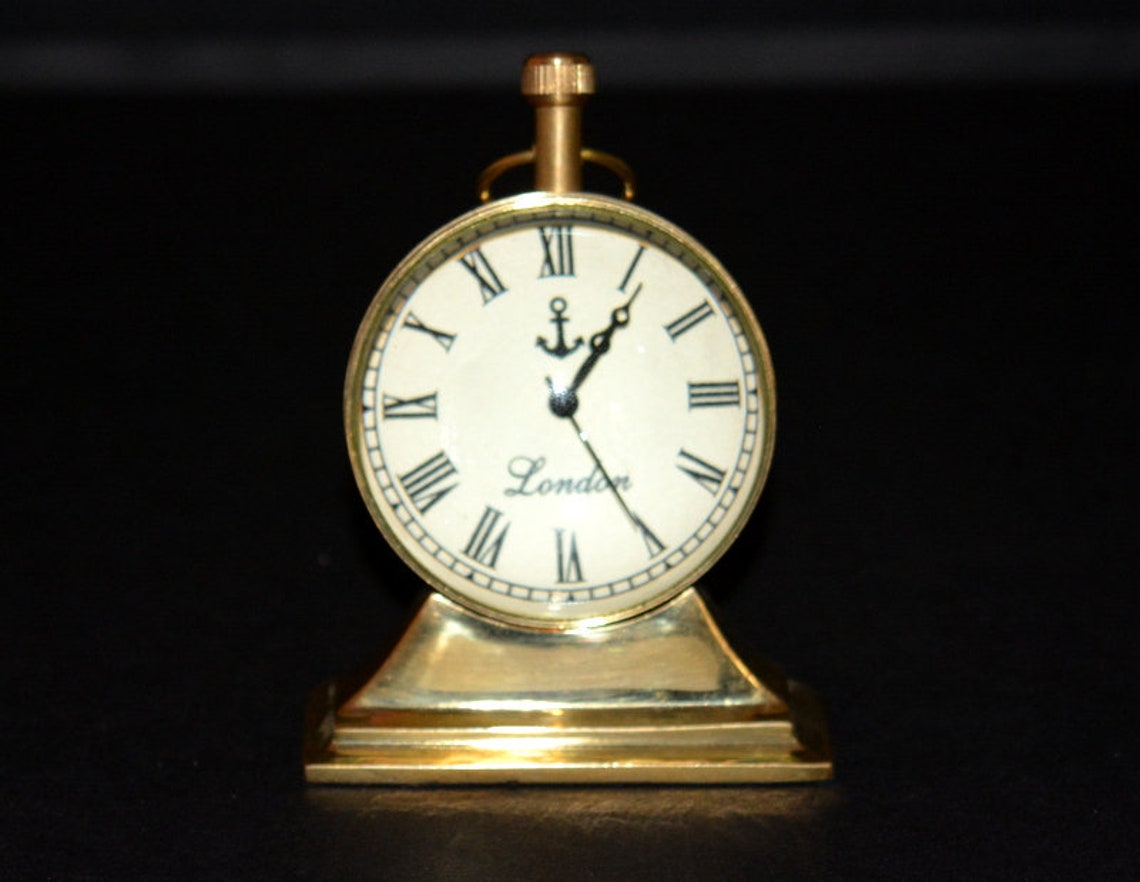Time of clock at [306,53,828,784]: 1:05
